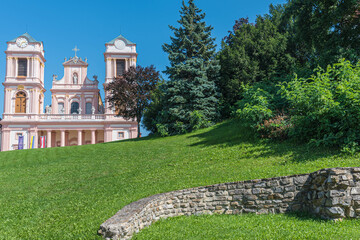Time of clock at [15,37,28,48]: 2:36
